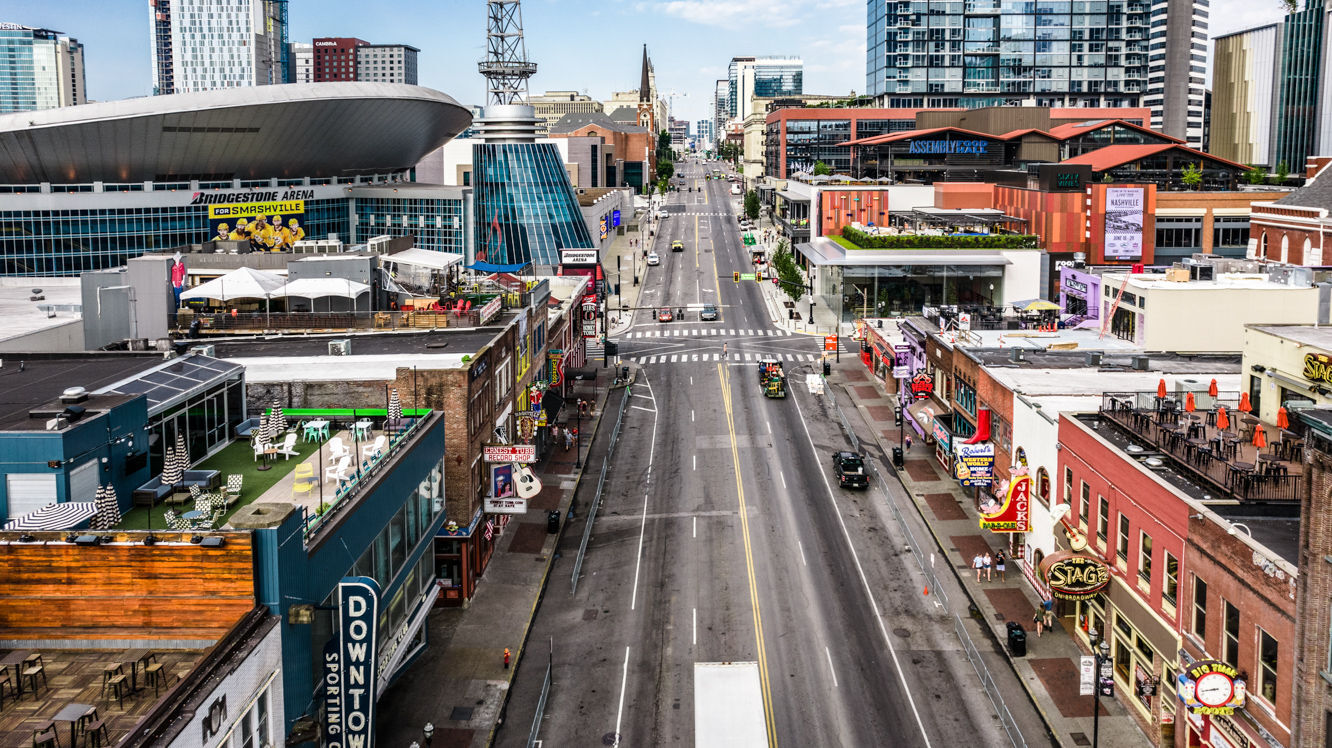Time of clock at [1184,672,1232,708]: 8:43
